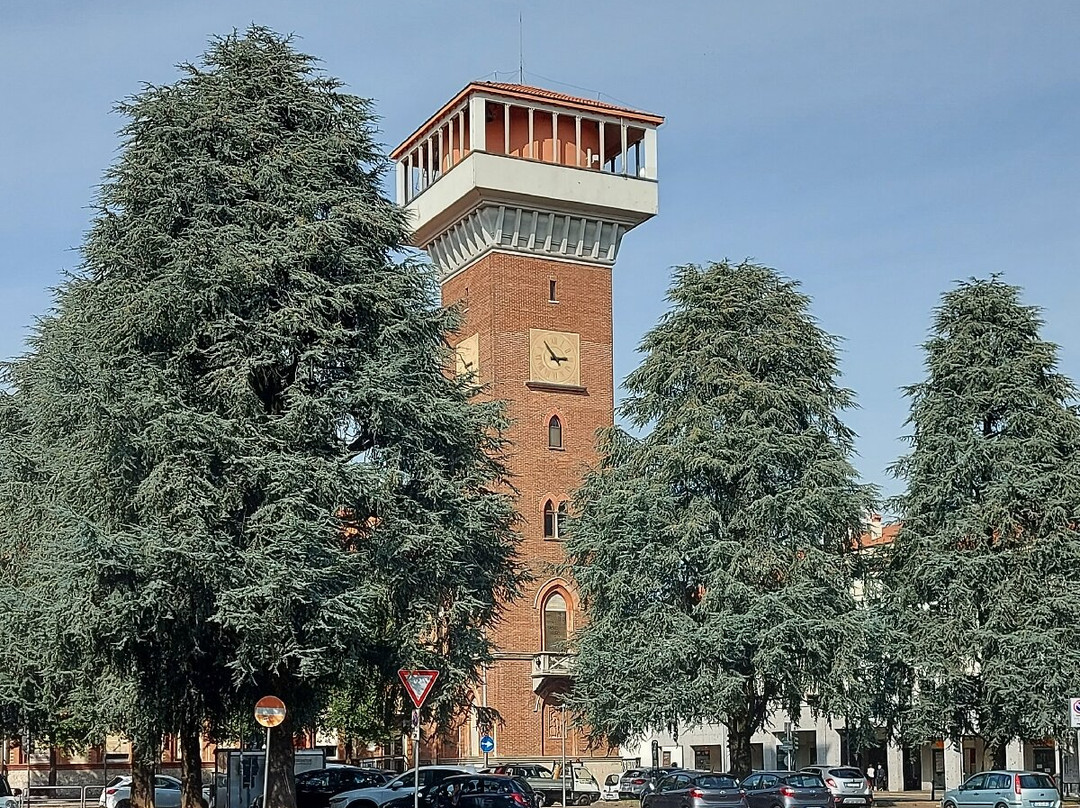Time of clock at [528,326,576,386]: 2:54
